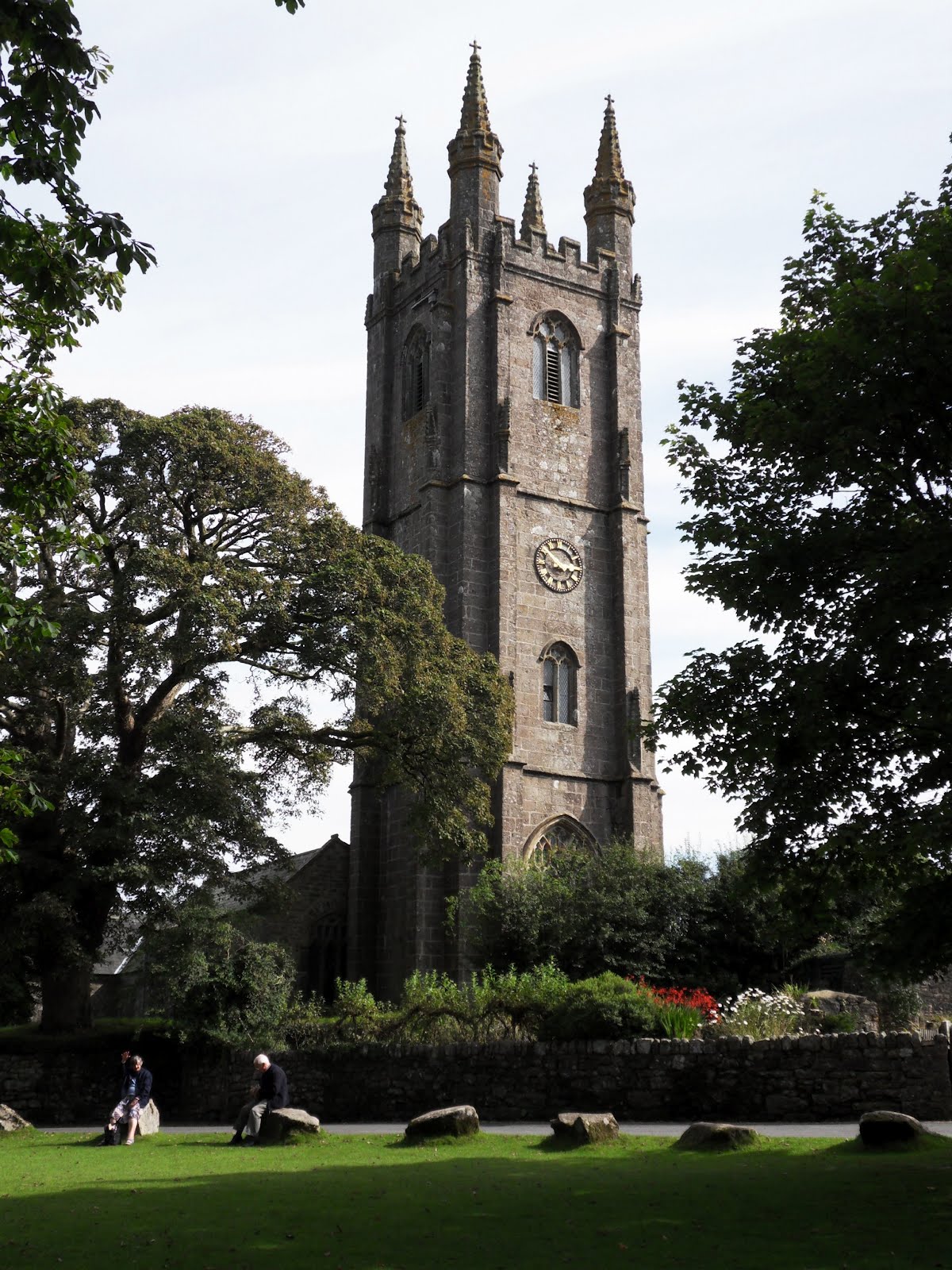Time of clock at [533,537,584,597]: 3:51
